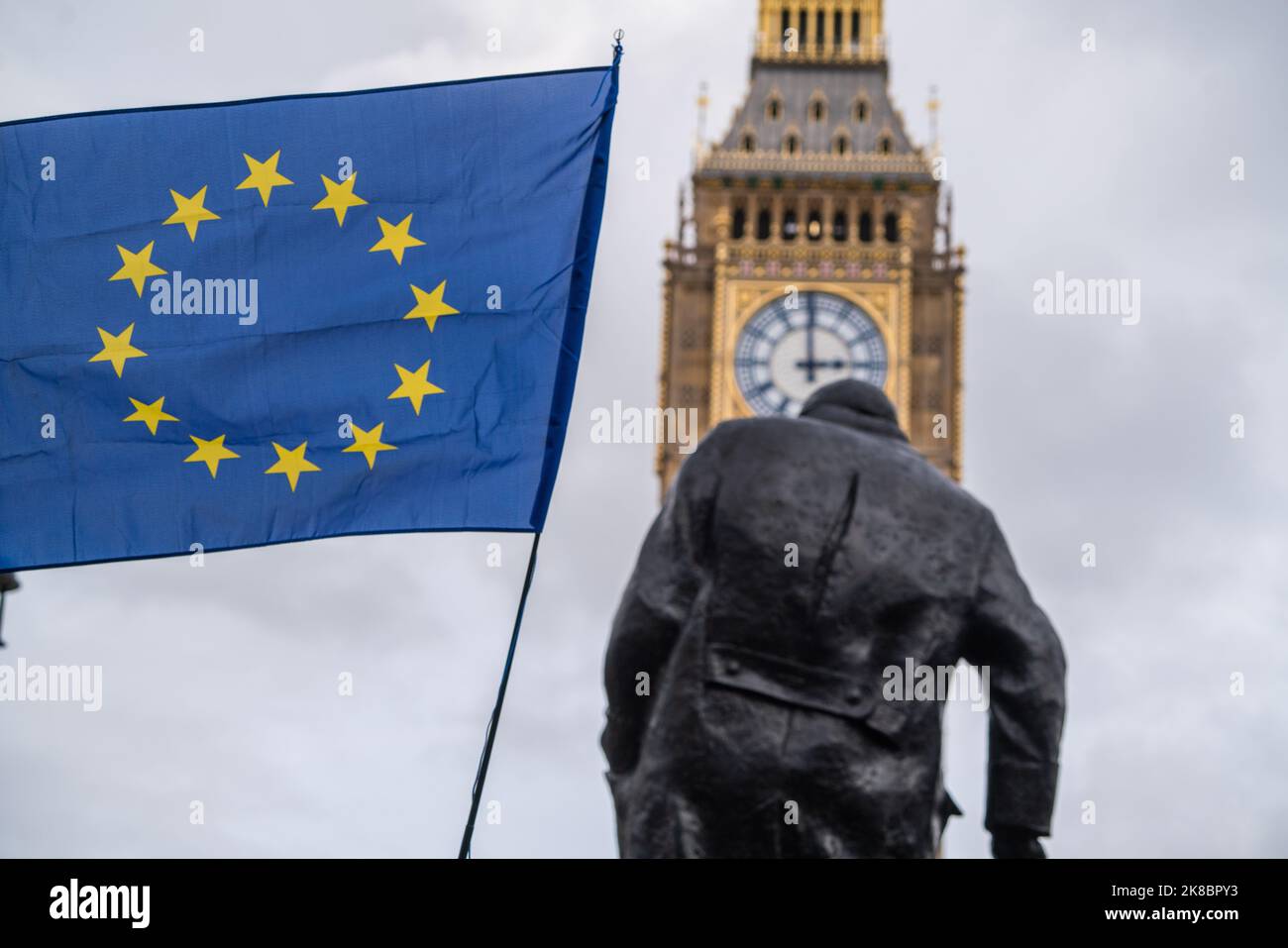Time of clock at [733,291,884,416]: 2:59
